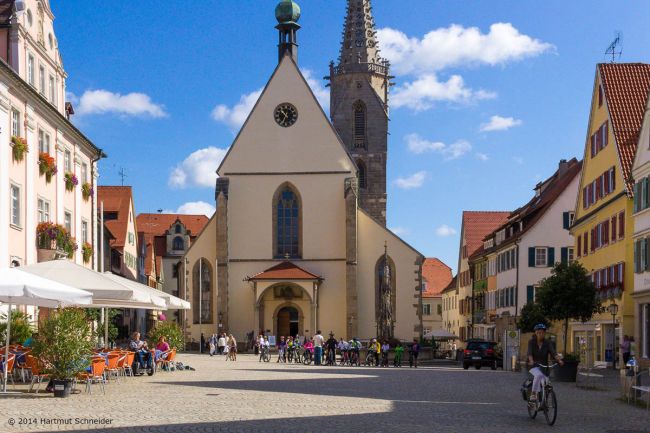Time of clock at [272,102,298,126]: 10:34
